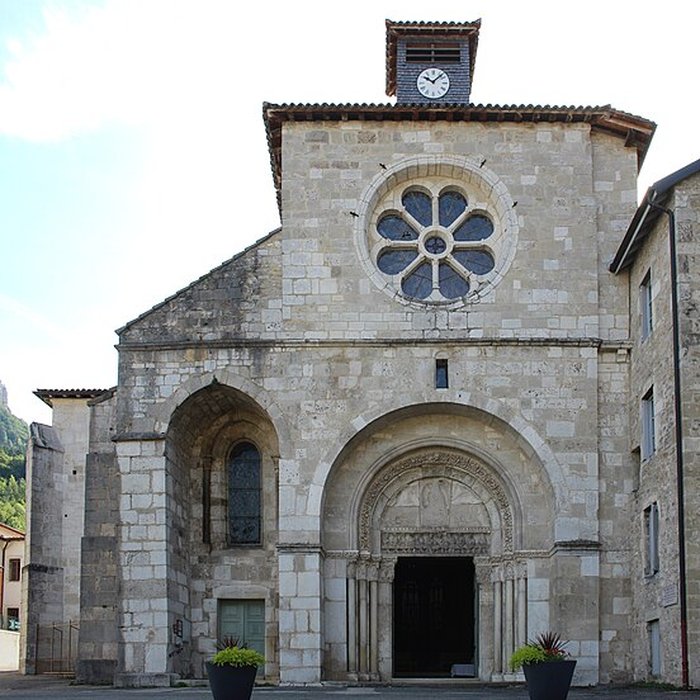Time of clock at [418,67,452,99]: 10:07
